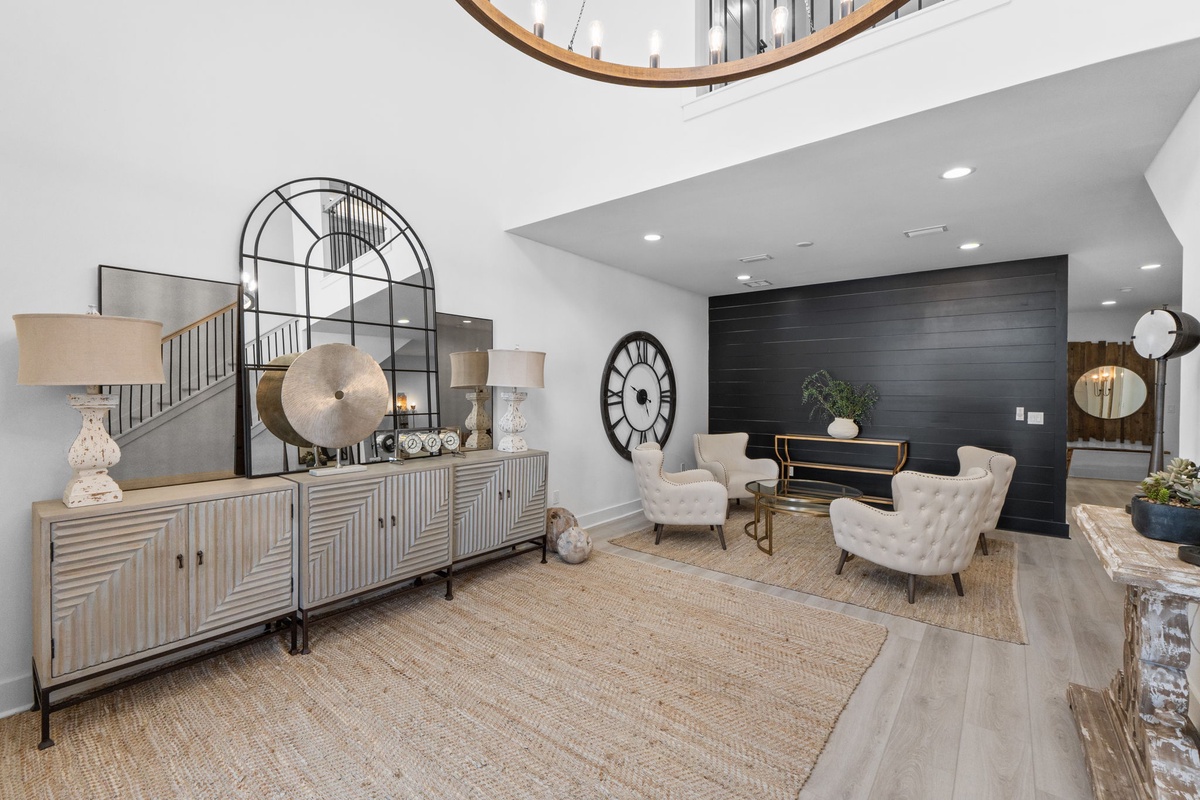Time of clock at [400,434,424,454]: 12:37
